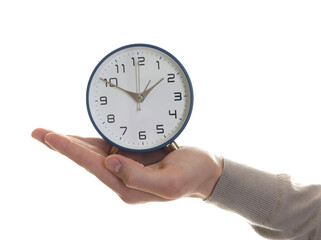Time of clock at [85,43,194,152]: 1:50
